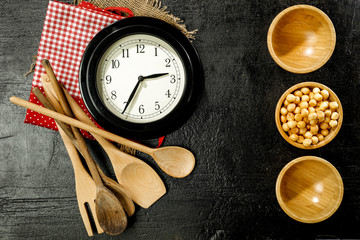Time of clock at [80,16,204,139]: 2:34
